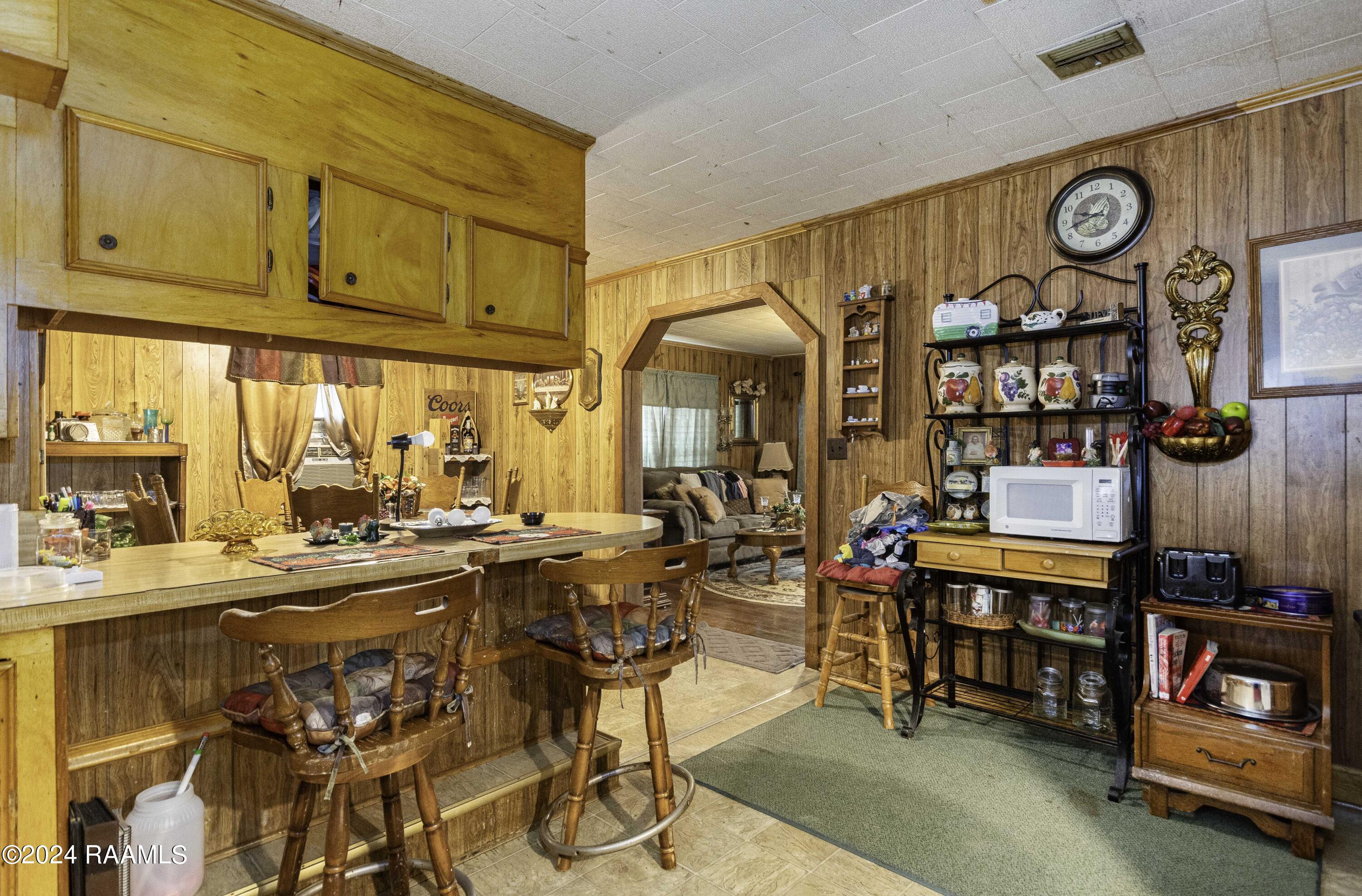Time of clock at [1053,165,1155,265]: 9:42
